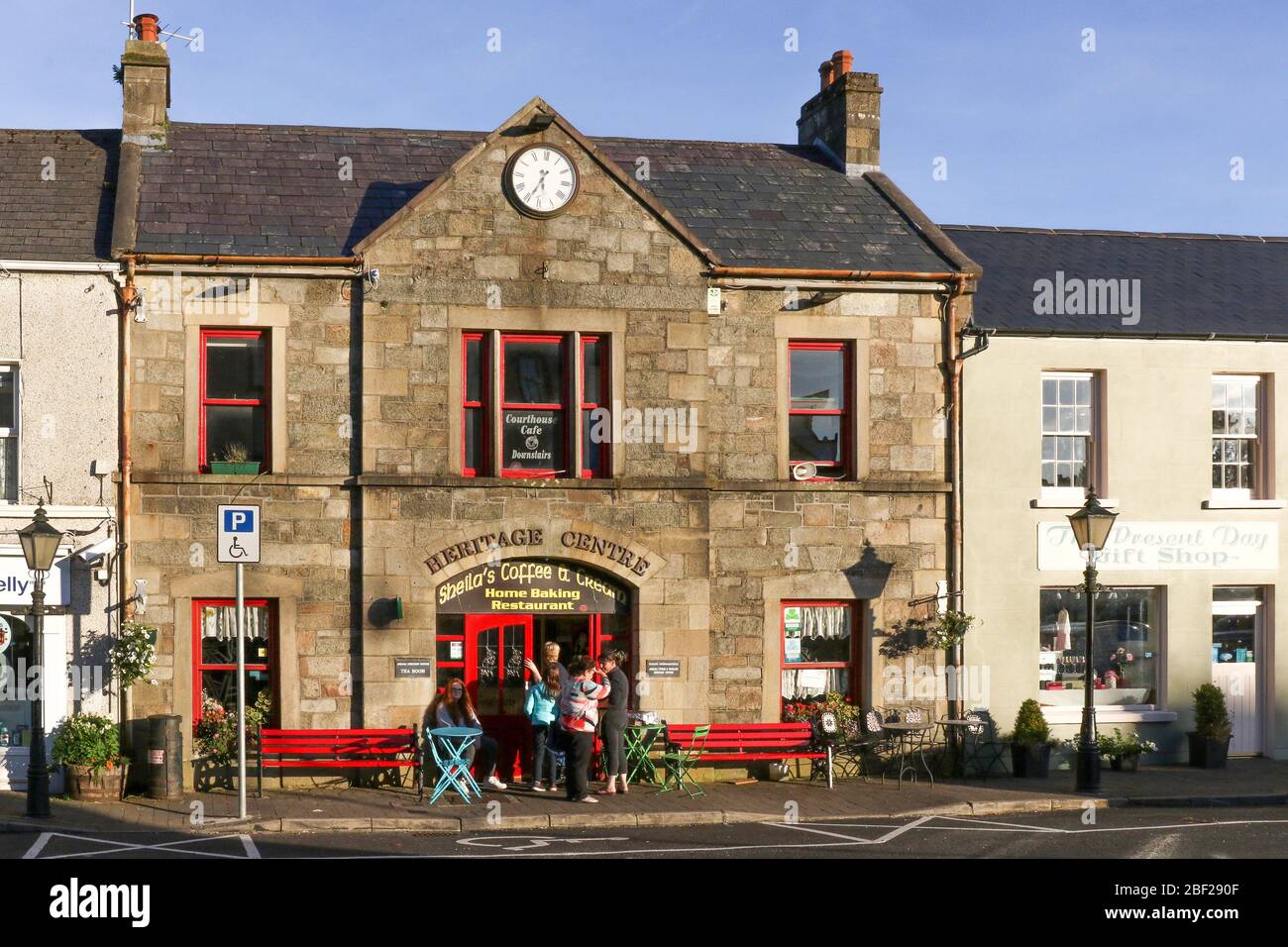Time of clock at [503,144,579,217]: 5:34
